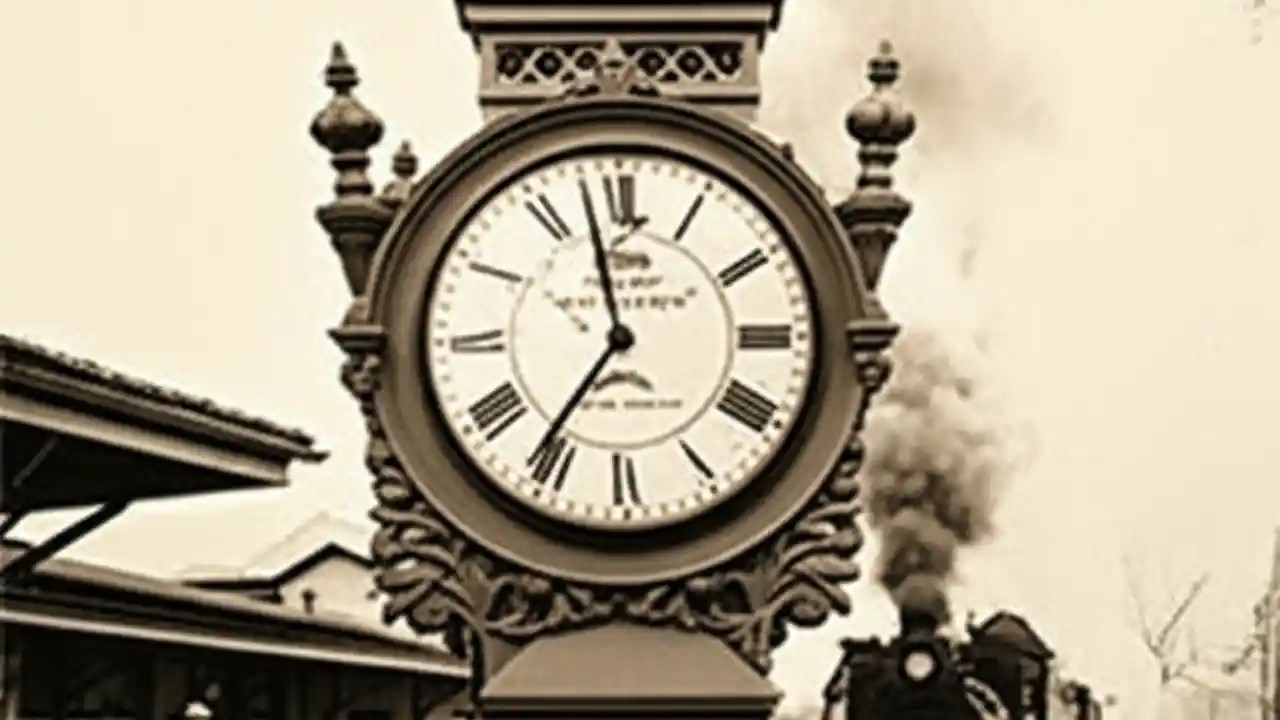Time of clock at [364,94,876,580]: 11:35
